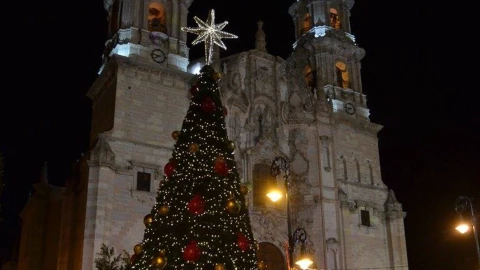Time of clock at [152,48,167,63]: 7:46
